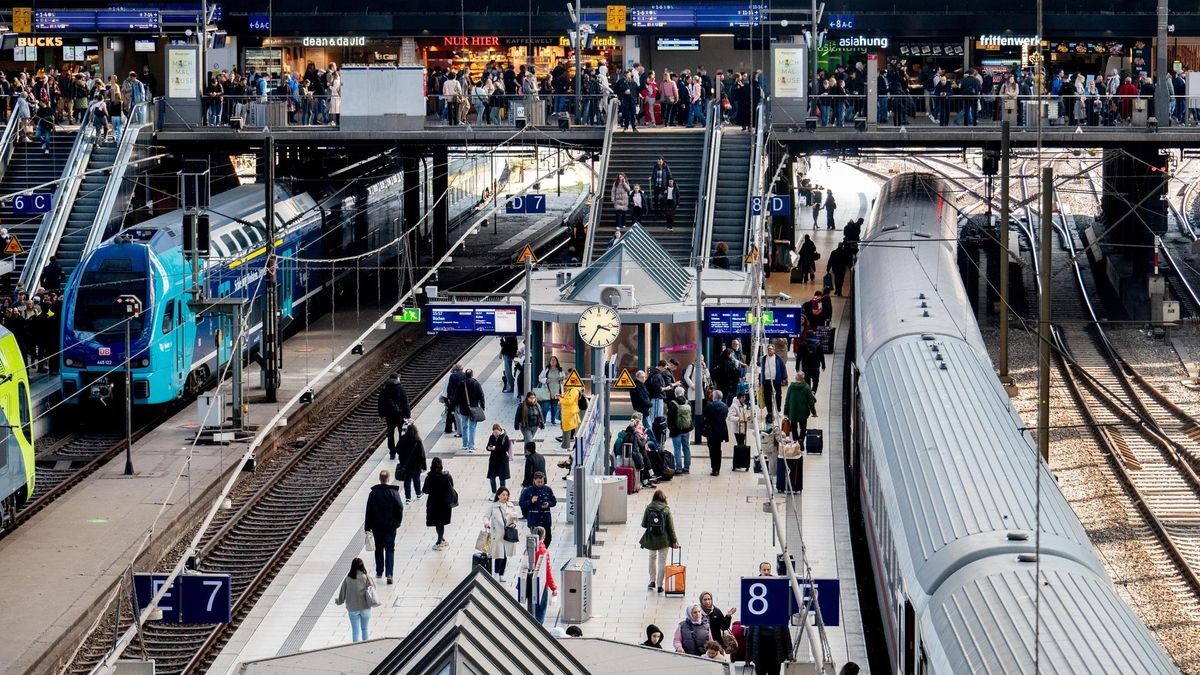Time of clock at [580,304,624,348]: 3:34
